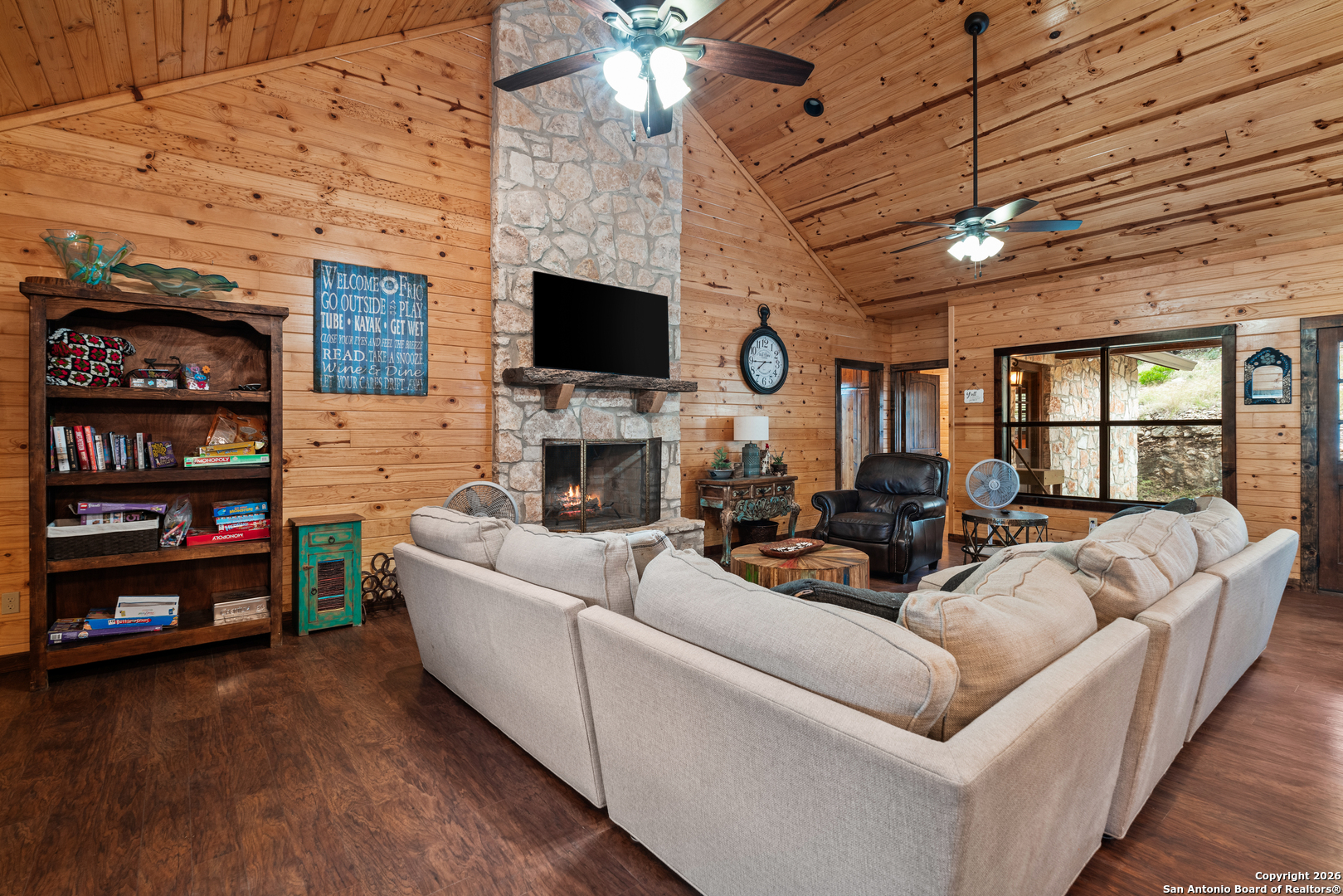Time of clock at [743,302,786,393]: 7:44
